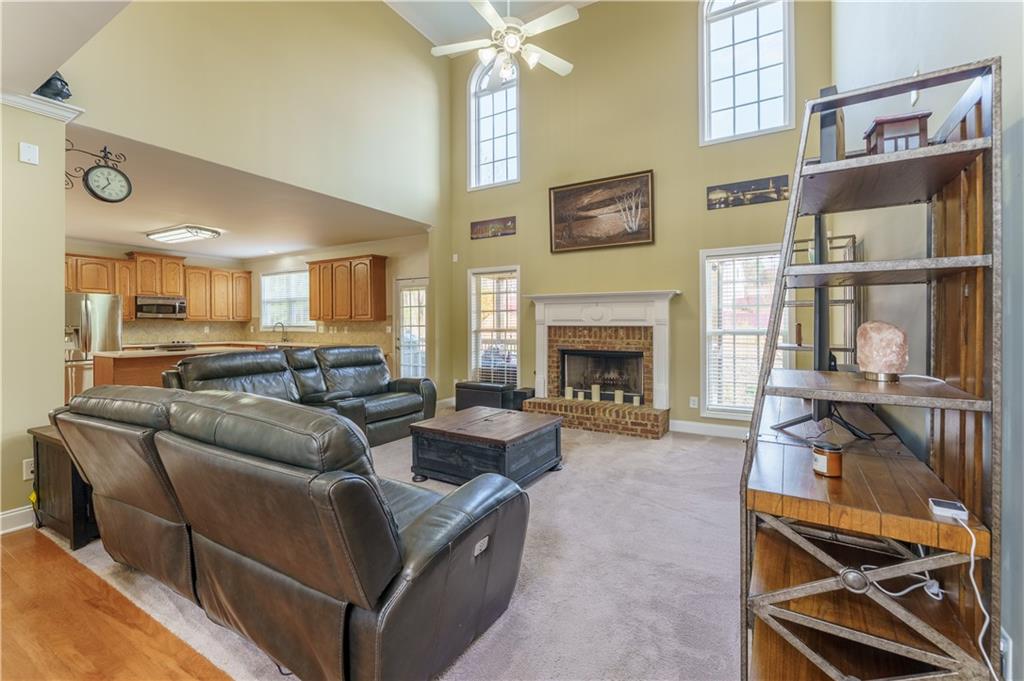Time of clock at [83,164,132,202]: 11:36
